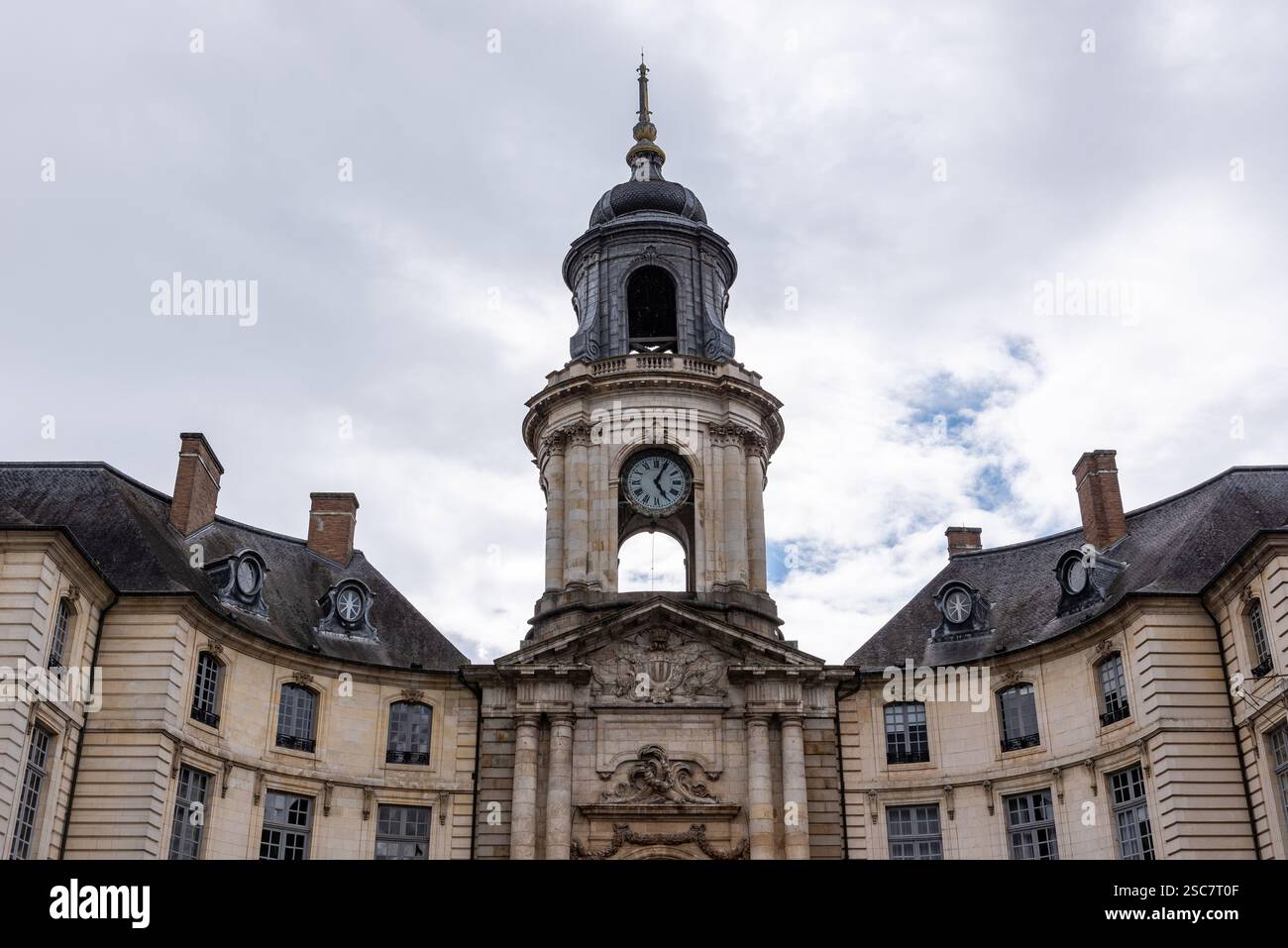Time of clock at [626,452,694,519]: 5:04
